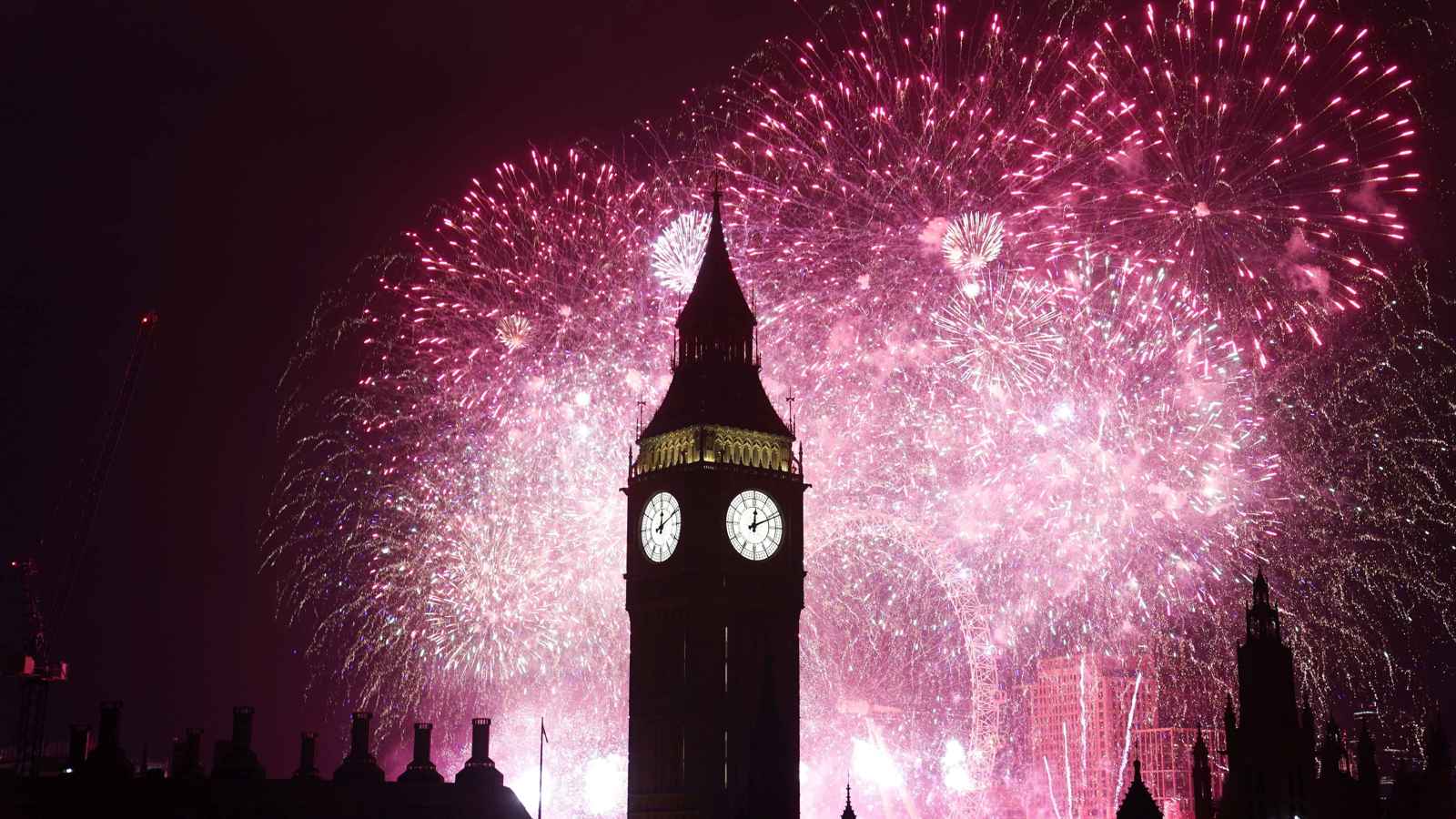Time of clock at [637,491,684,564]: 12:10
